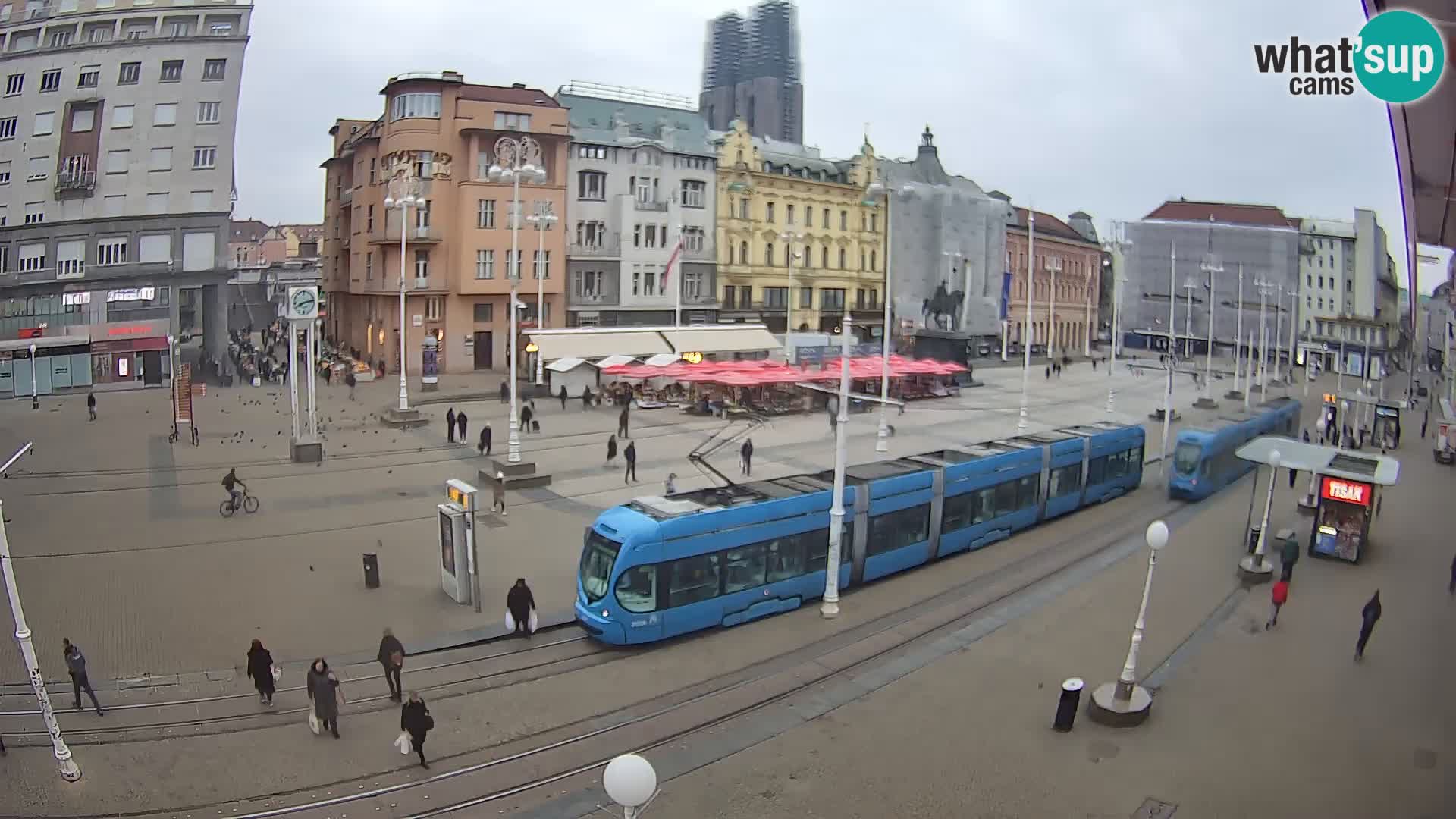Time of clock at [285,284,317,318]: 8:12
